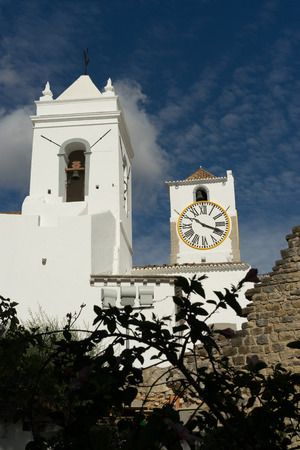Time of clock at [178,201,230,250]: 10:18
